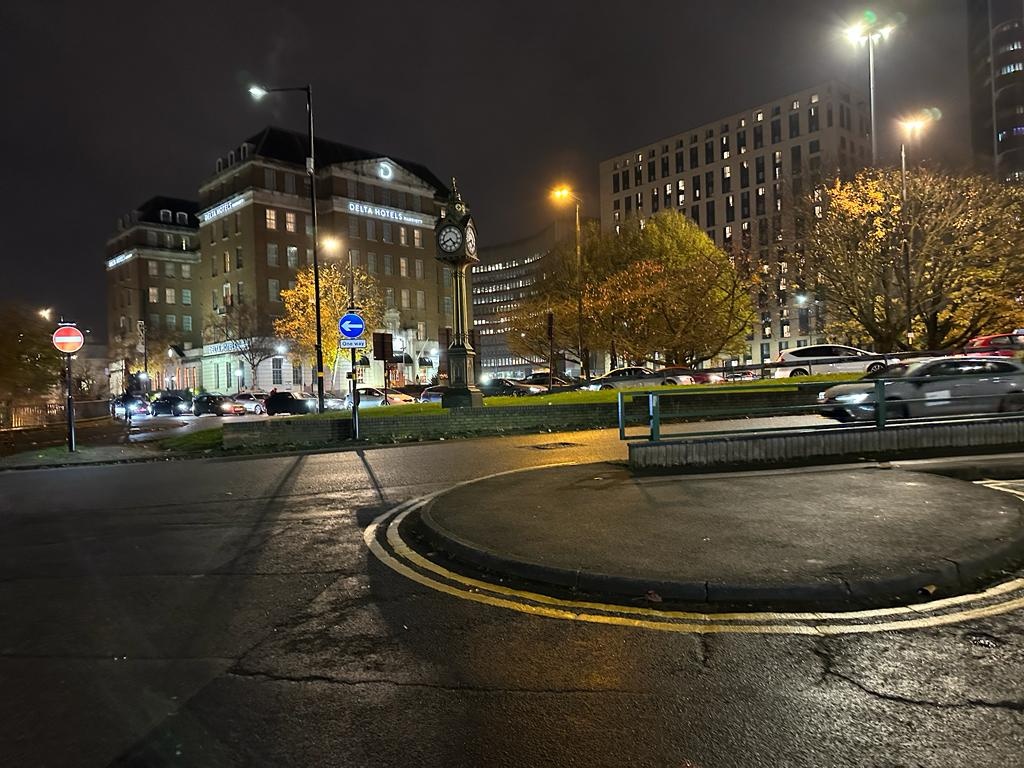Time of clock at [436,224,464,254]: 4:40
